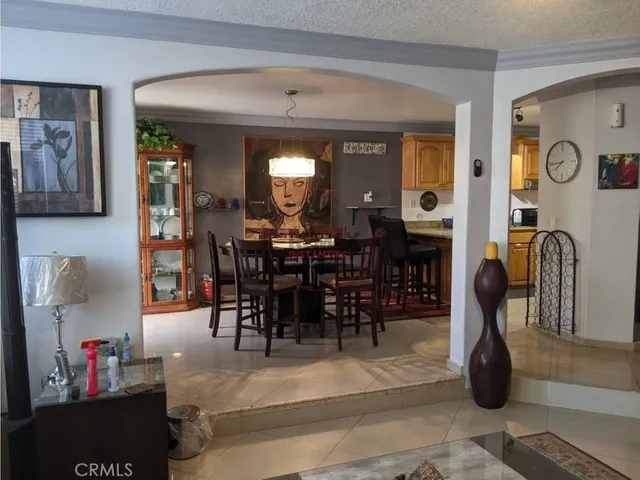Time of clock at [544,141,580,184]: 7:43
